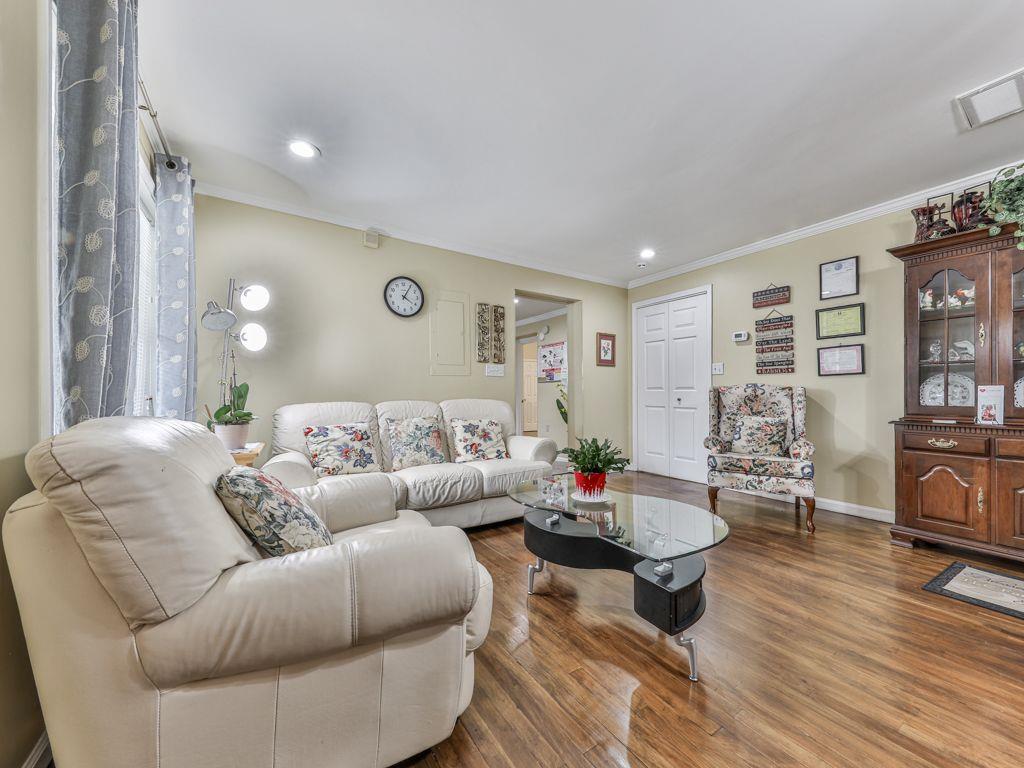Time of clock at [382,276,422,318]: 4:05
